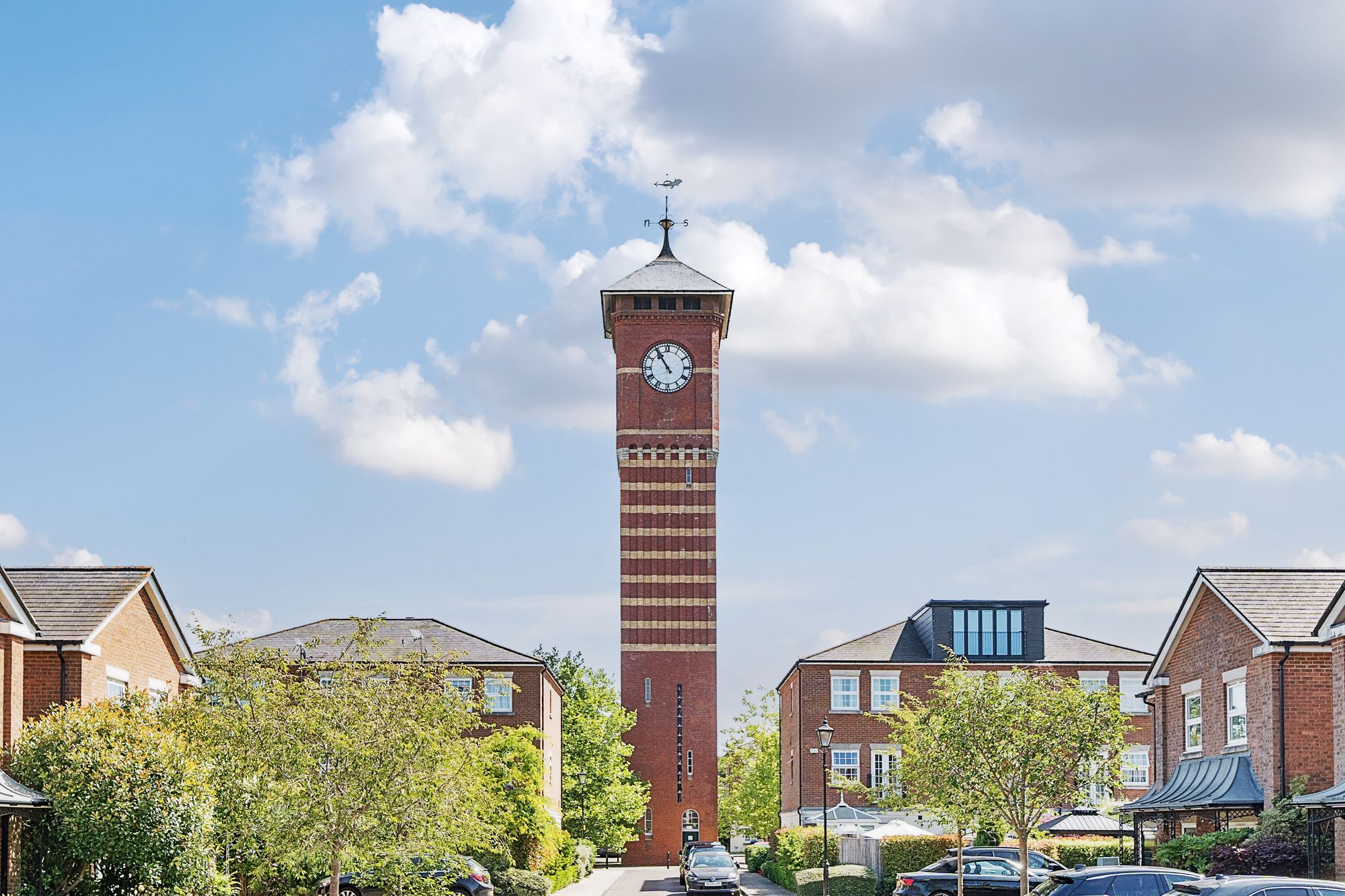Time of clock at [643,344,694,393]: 10:54
